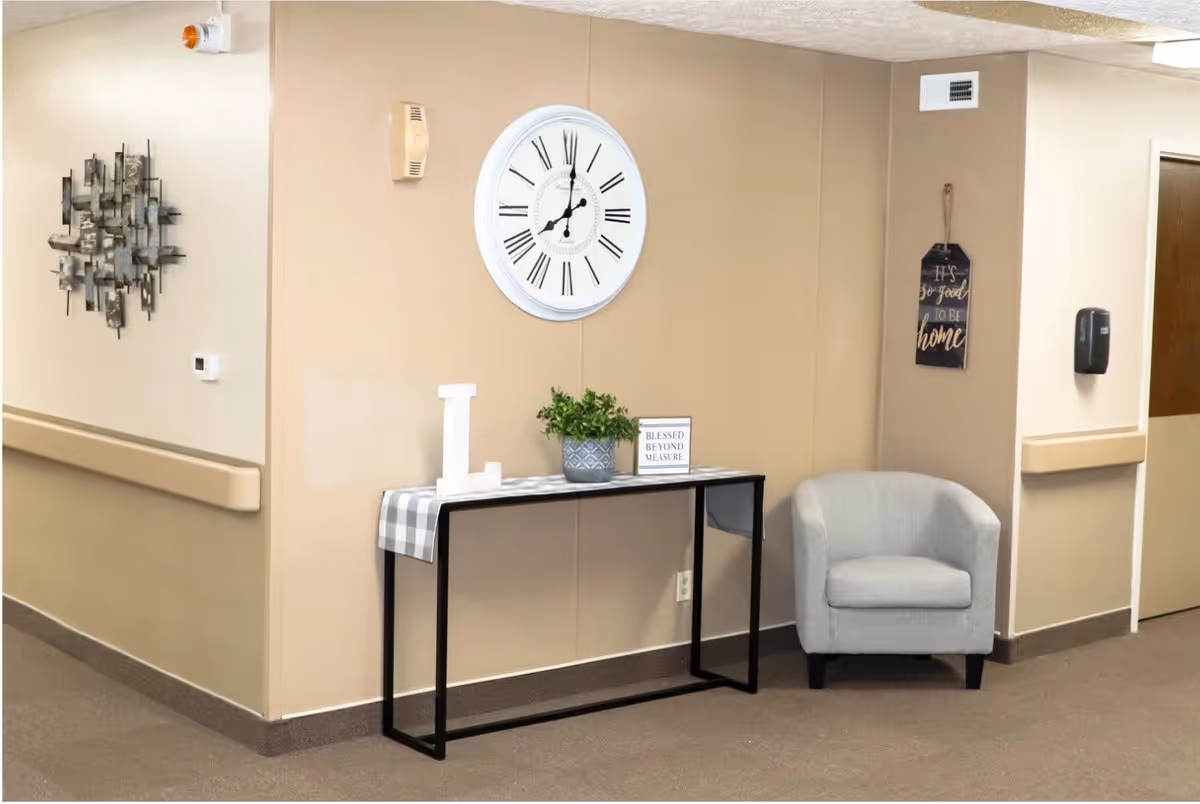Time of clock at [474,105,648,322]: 8:01
